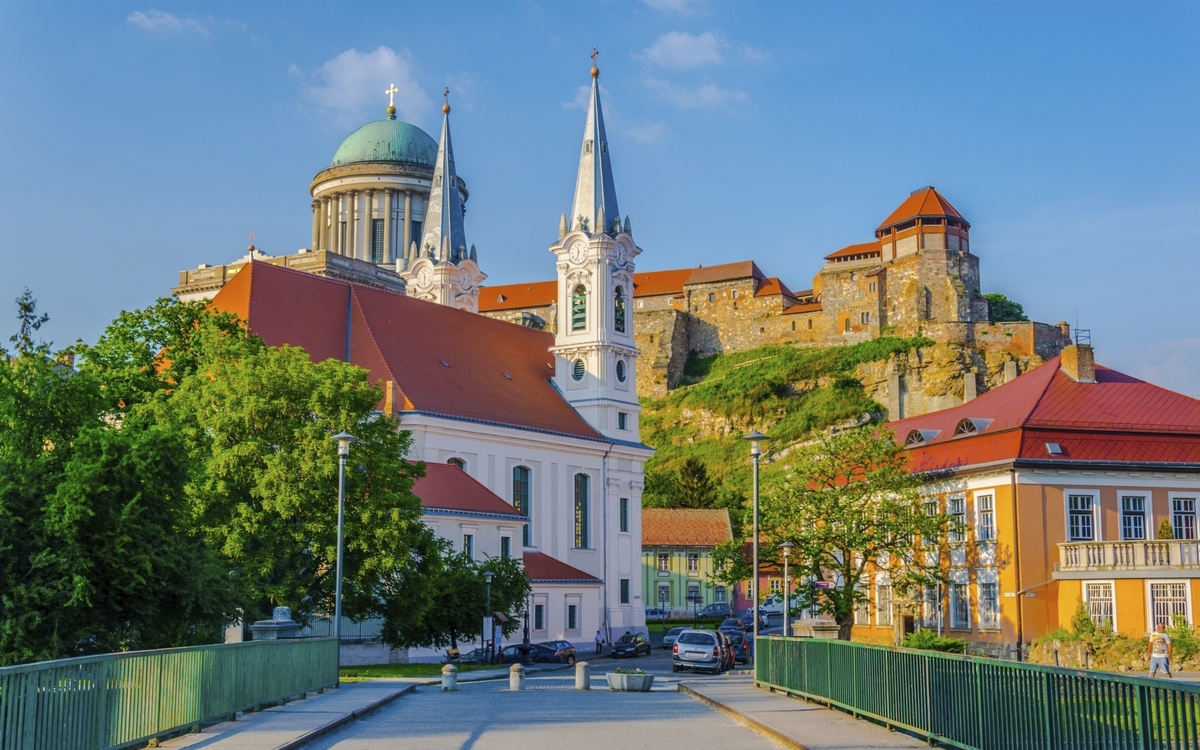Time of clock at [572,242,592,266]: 11:32
